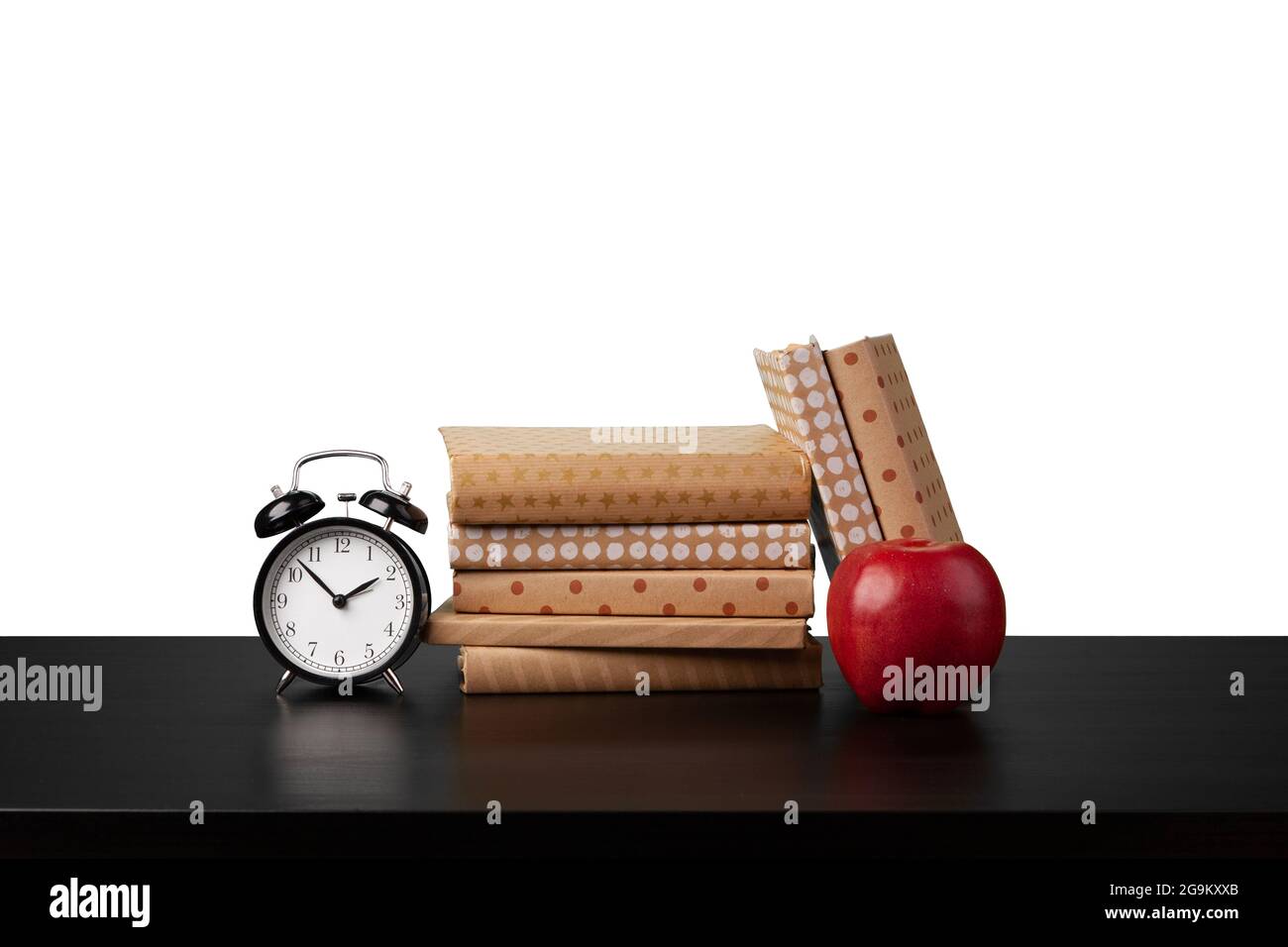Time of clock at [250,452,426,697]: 1:52
